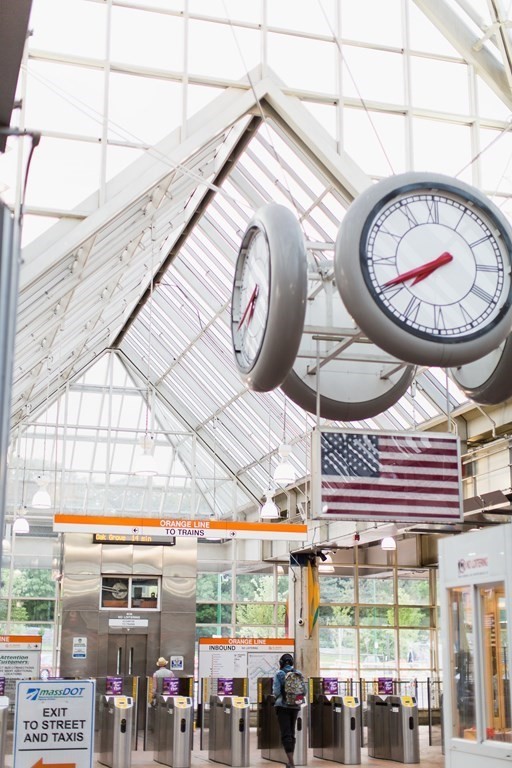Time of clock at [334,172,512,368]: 7:40
